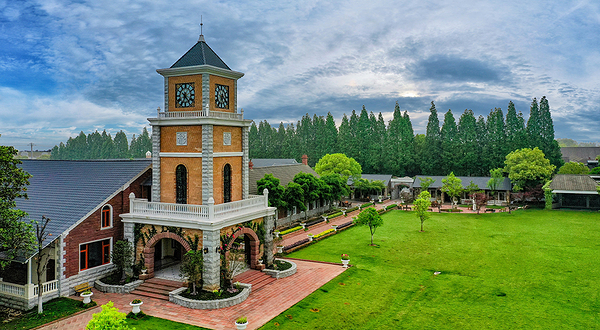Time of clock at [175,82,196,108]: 4:34
